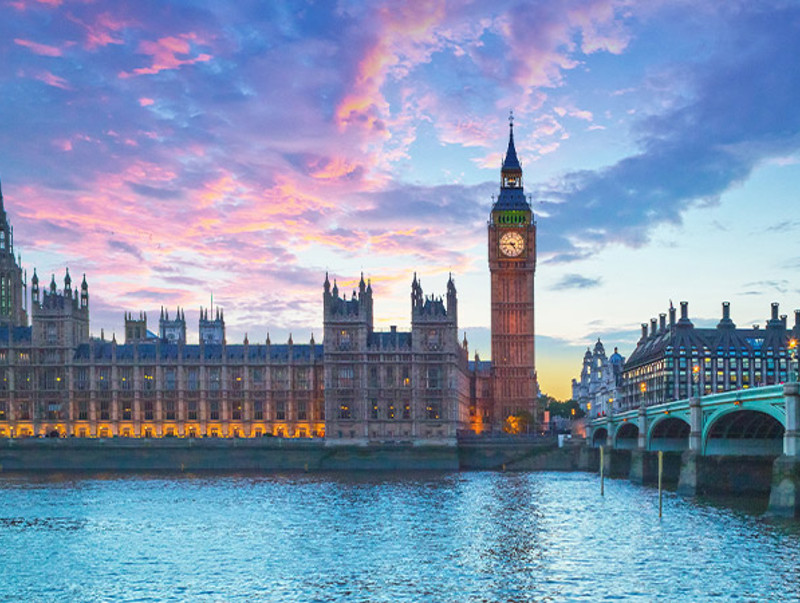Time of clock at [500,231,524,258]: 4:44
